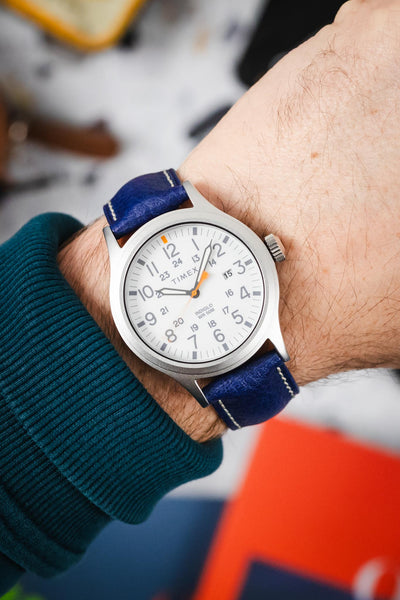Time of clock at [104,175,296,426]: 12:44
